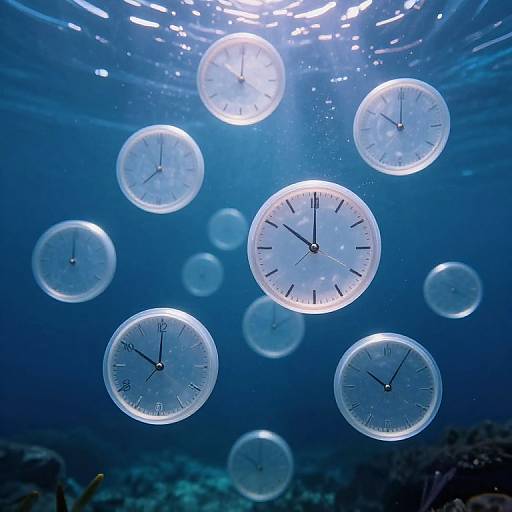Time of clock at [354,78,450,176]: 10:00
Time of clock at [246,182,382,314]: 10:00
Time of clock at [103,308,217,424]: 10:00
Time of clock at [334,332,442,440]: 10:05
